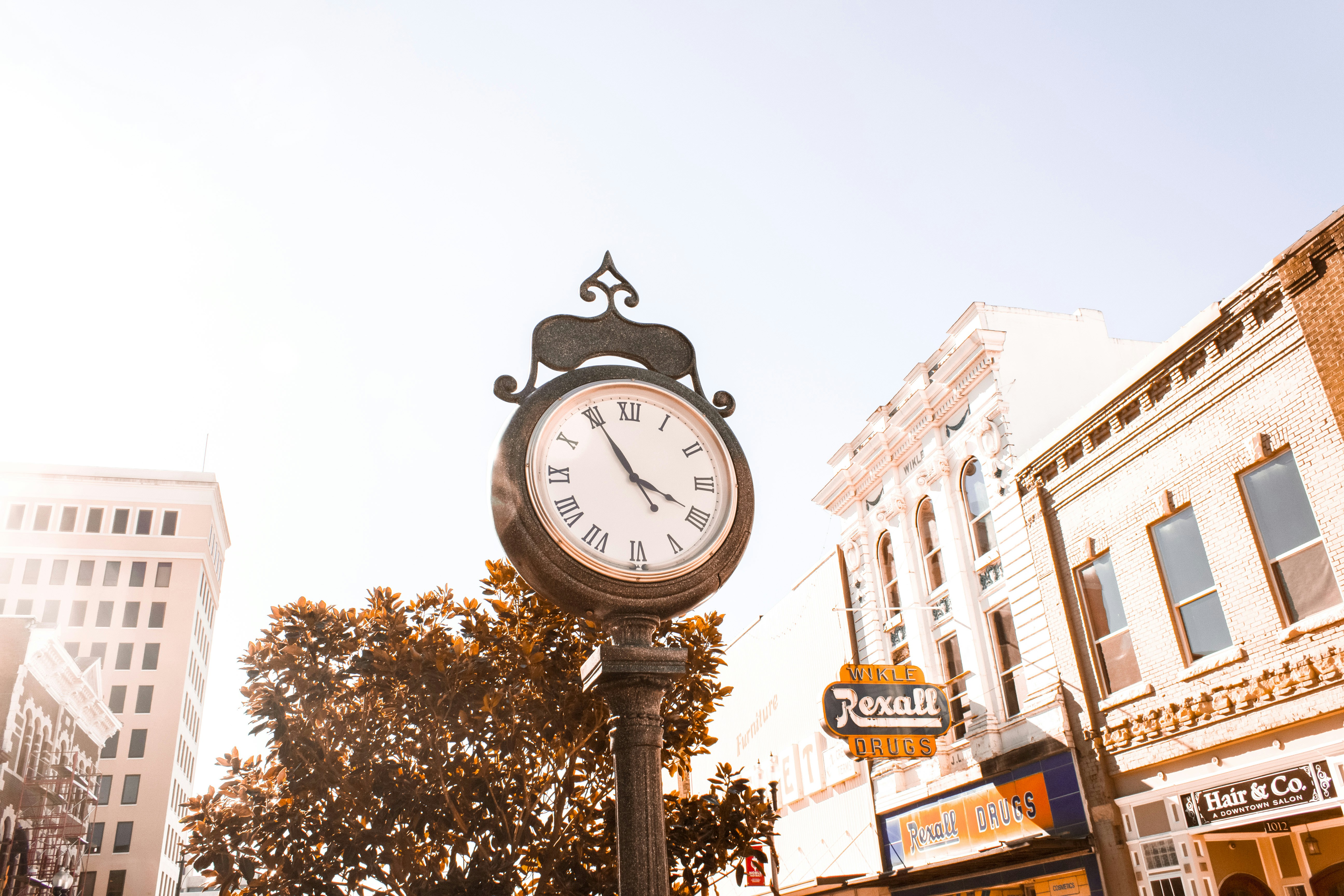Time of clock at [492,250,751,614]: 3:54
